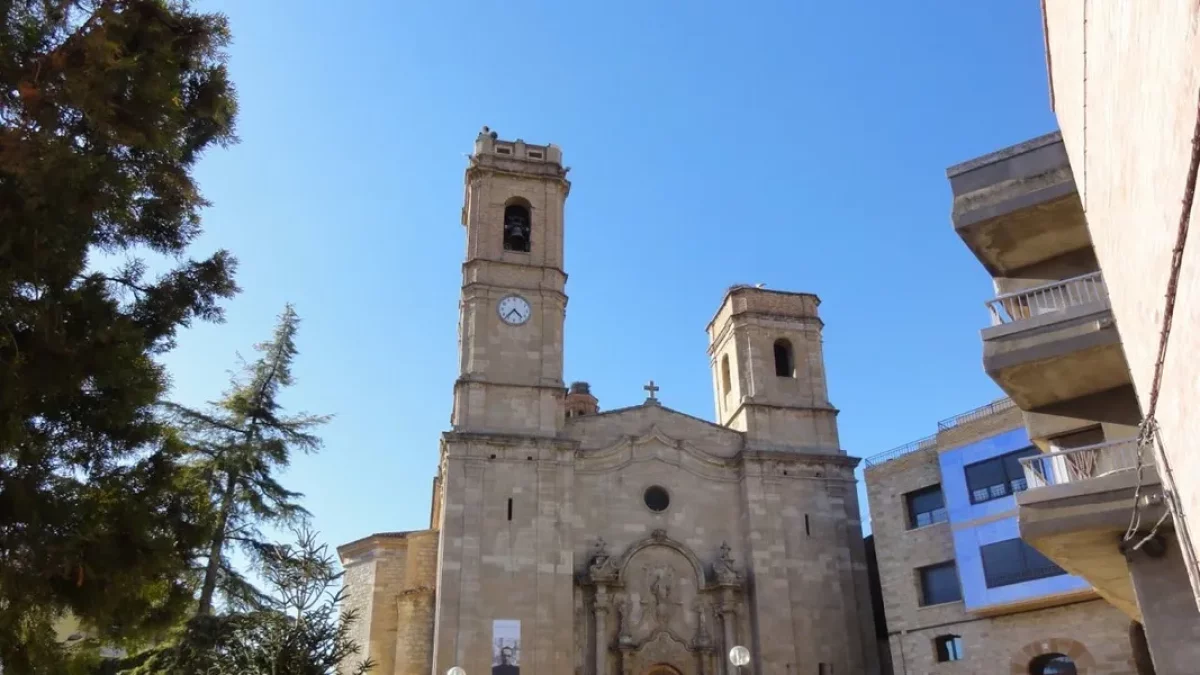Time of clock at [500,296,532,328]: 4:36
